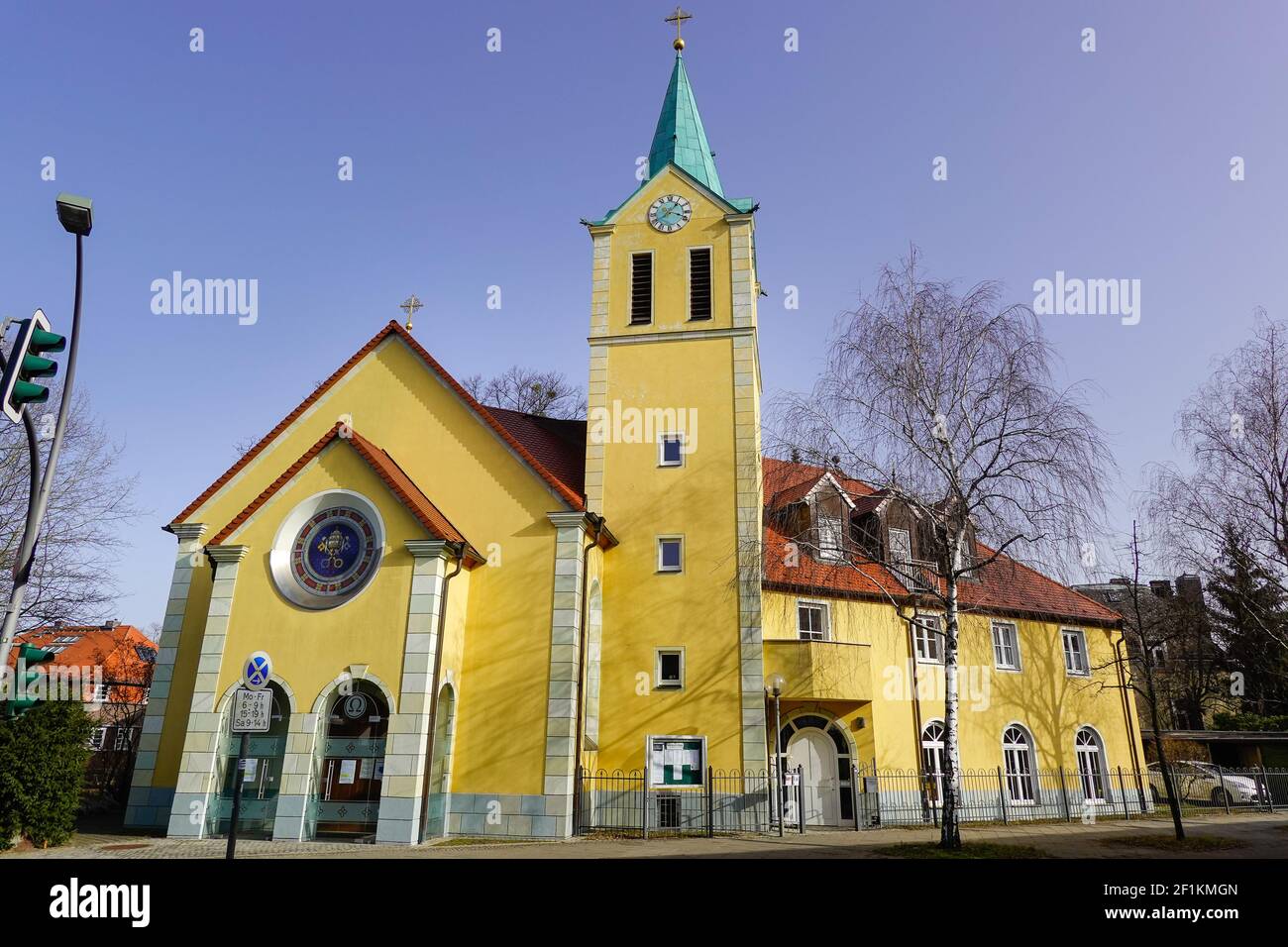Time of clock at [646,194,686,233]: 1:18
